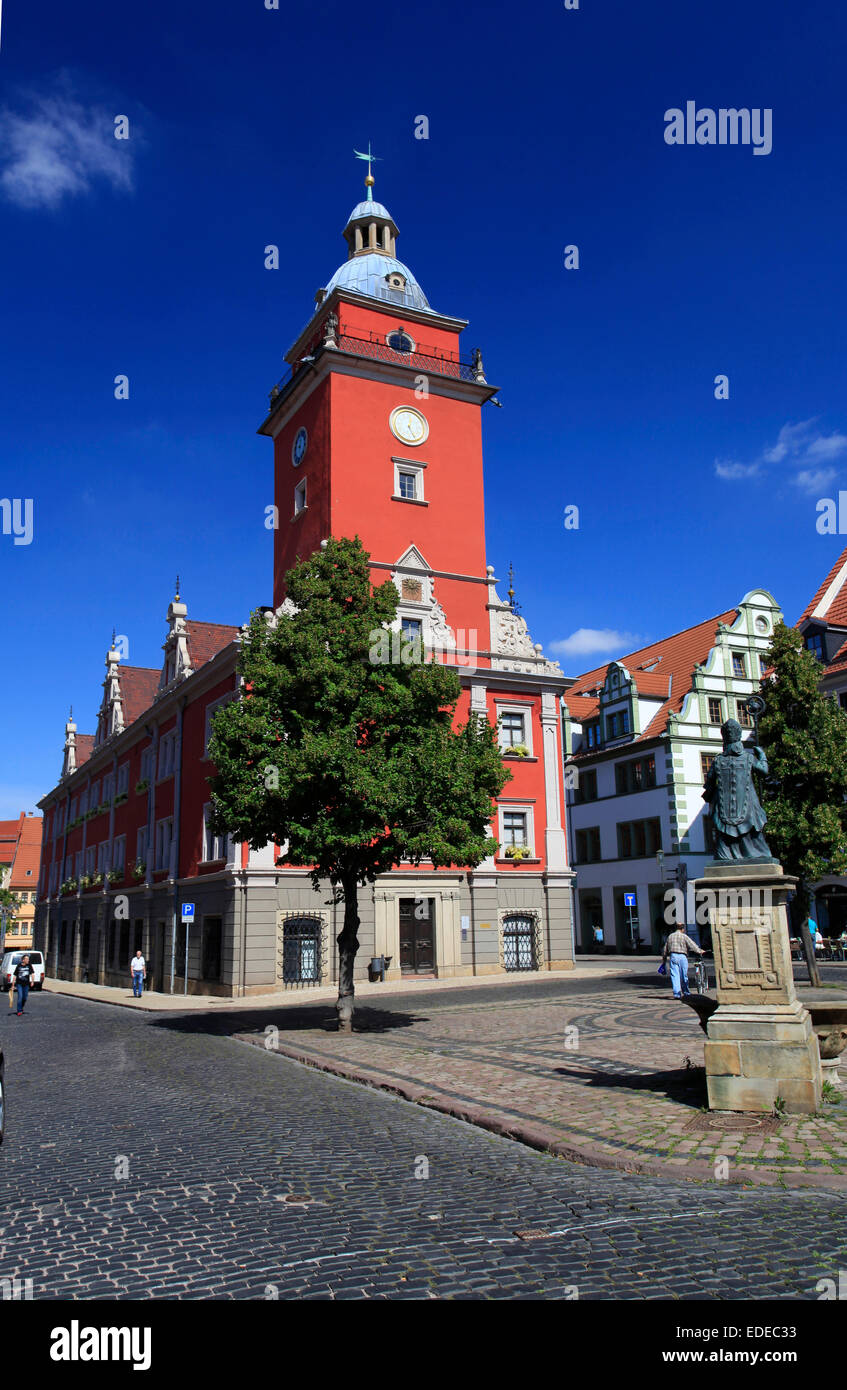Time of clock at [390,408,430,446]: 12:26
